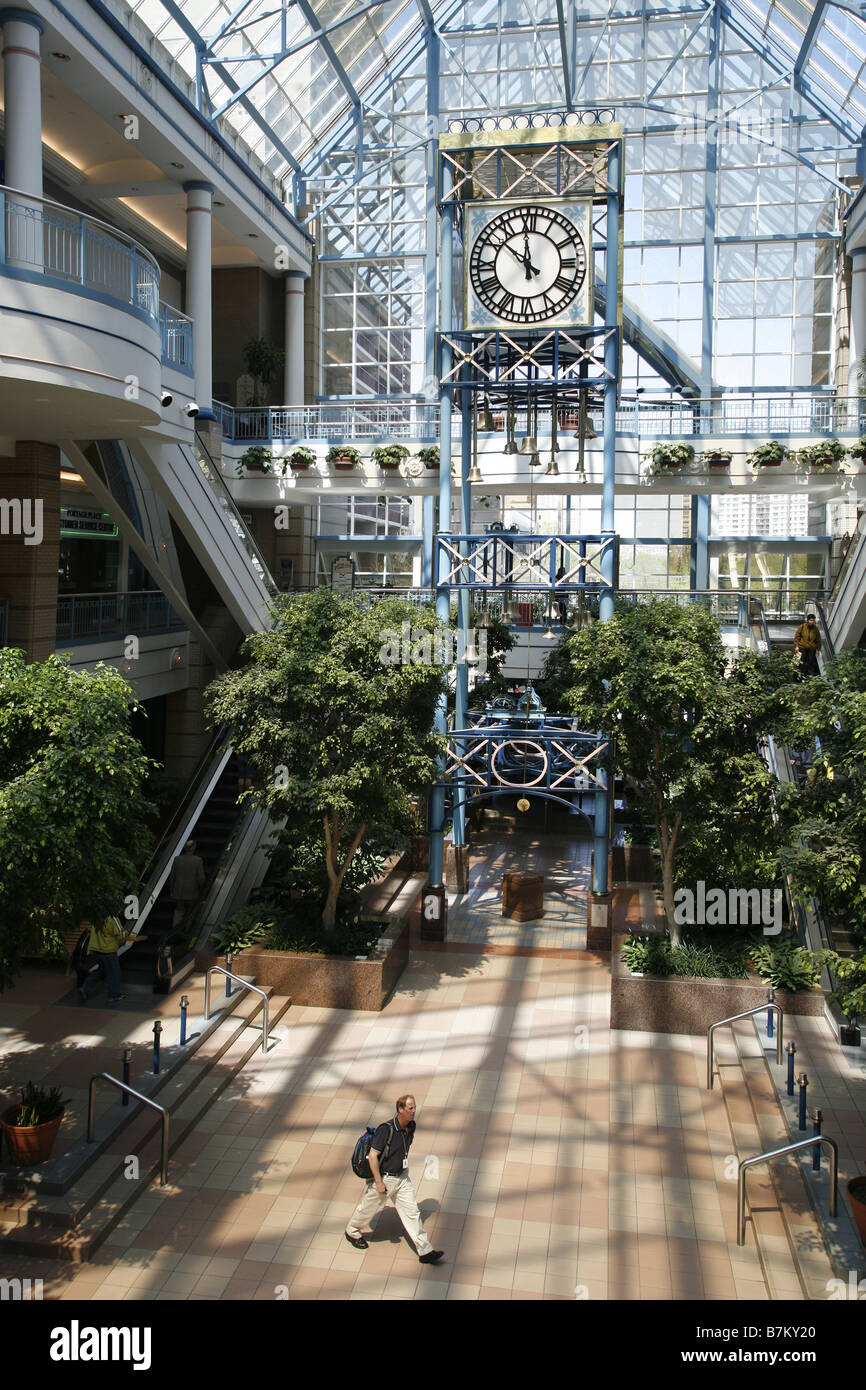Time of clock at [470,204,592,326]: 11:51
